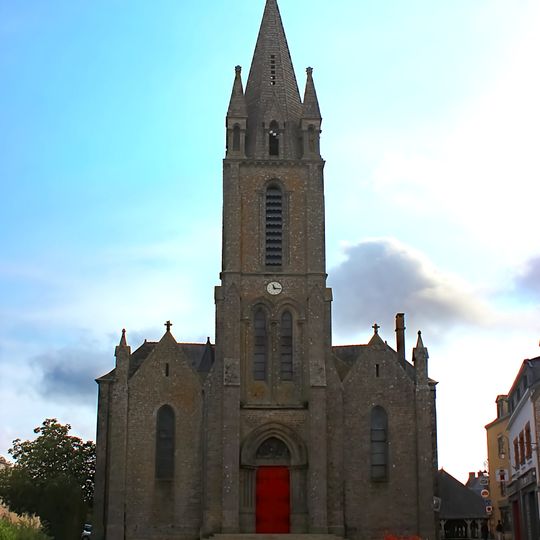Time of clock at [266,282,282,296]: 11:16
